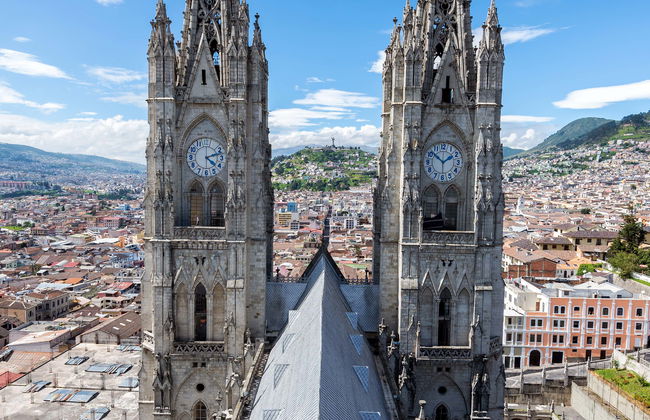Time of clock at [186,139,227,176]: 4:12
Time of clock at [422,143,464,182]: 1:51
